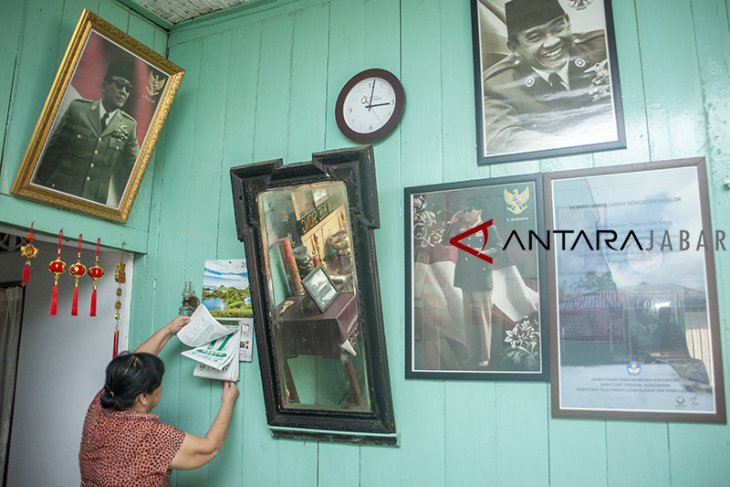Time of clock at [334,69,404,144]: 3:01
